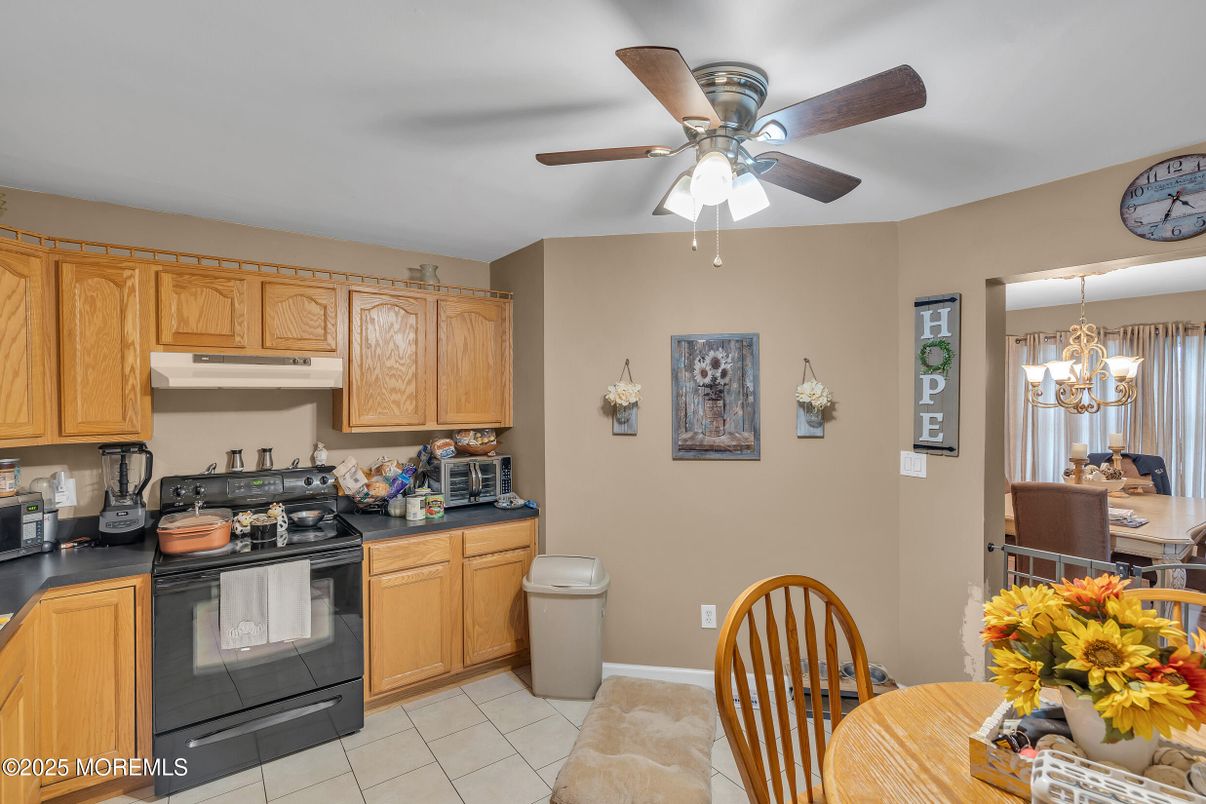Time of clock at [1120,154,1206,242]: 4:33
